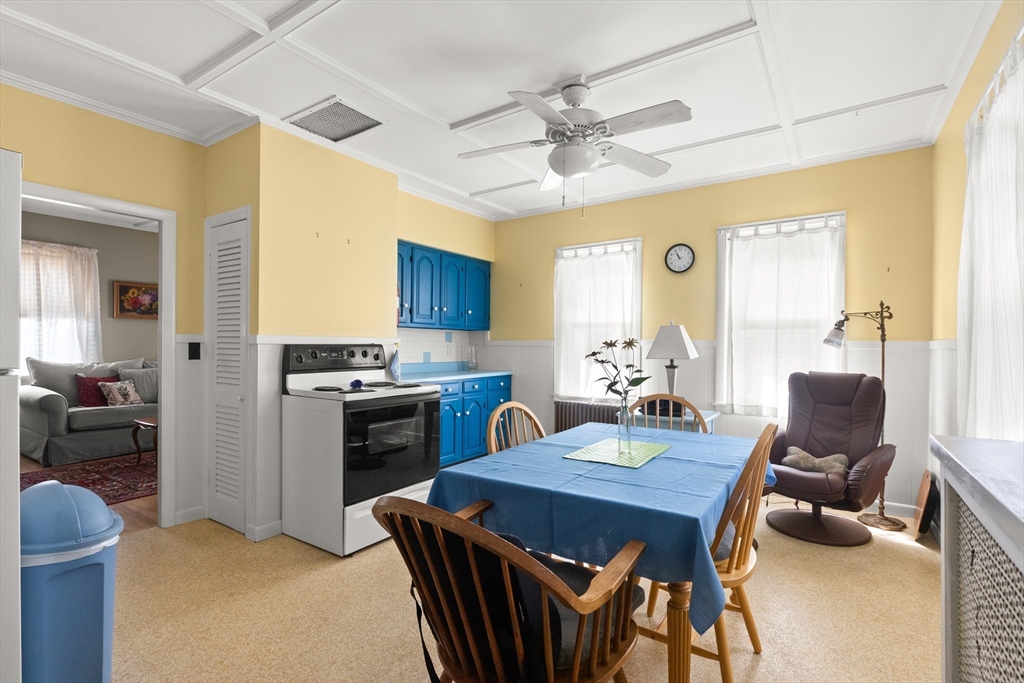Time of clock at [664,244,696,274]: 10:55
